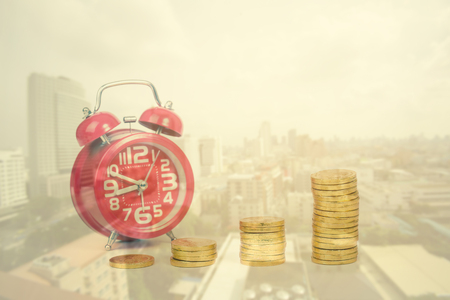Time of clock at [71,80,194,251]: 9:42
